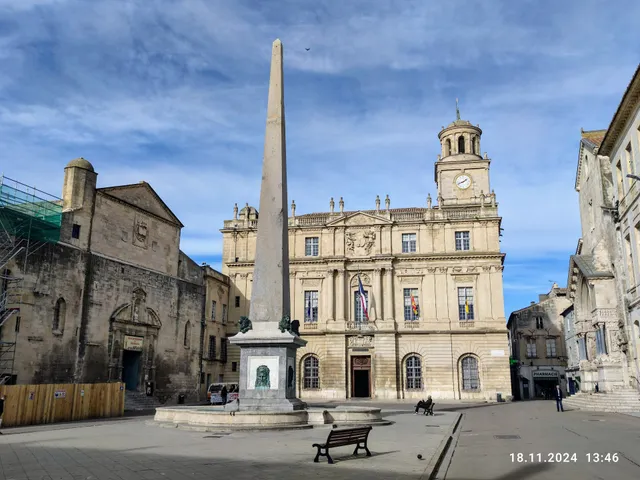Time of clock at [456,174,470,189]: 1:41
